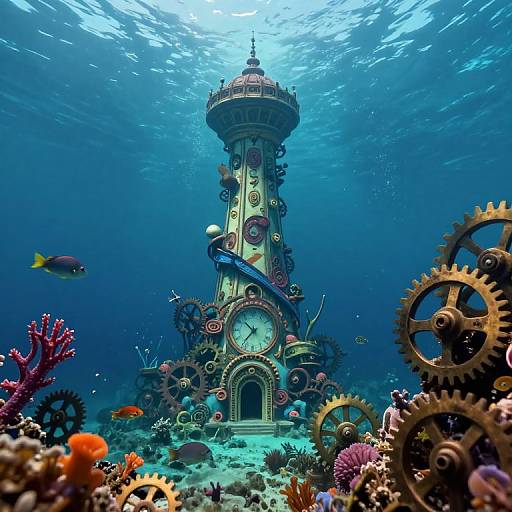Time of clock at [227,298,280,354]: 10:36
